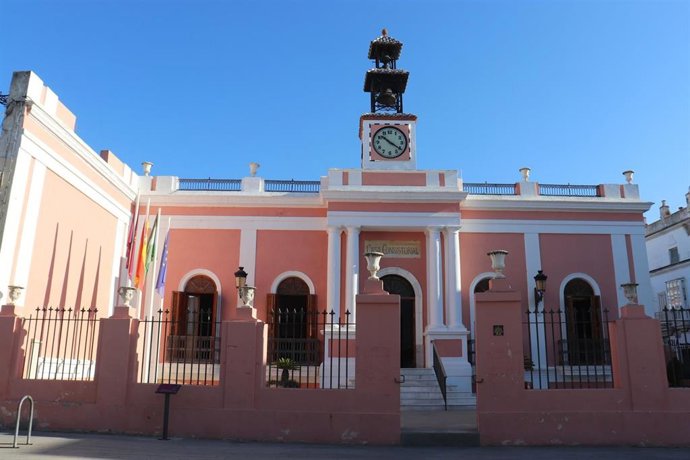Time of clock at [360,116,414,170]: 10:20
